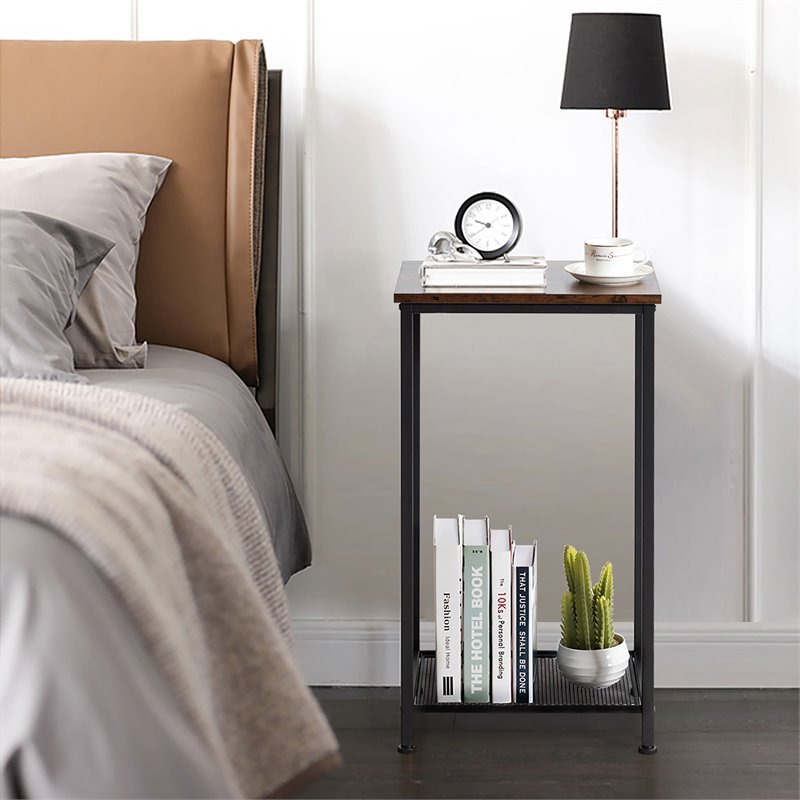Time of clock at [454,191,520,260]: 9:39
